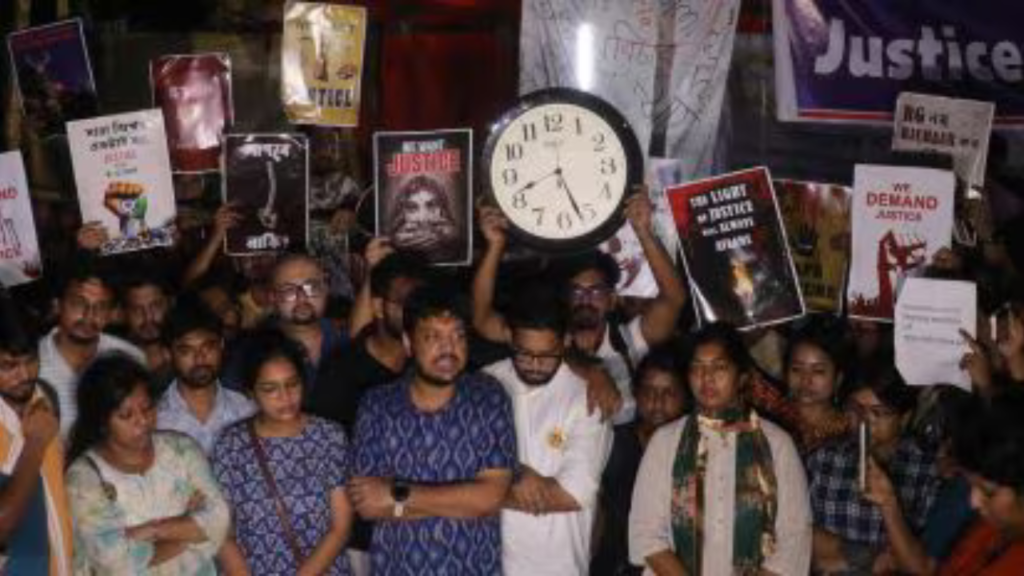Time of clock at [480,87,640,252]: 8:26
